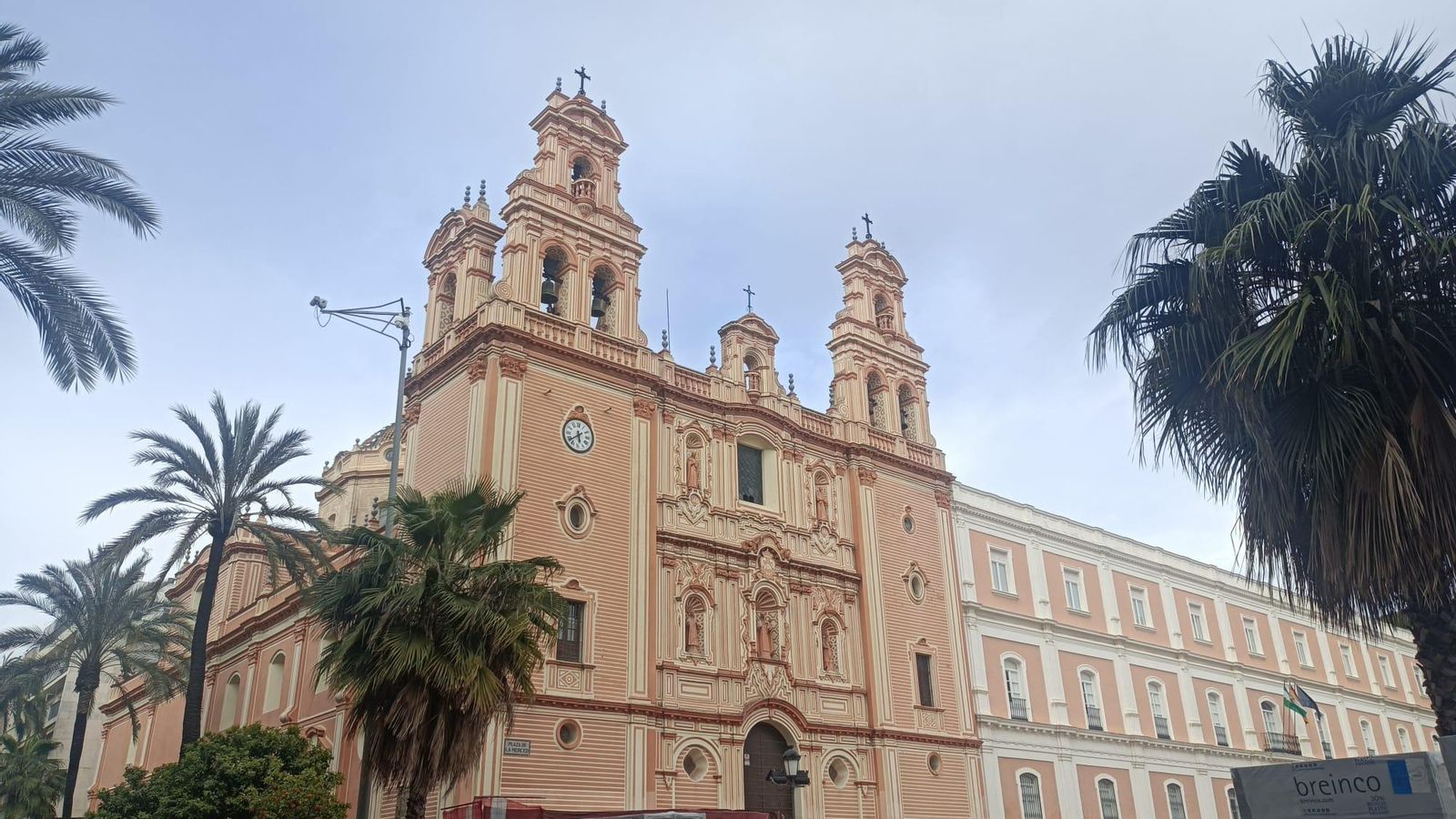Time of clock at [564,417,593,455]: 5:38
